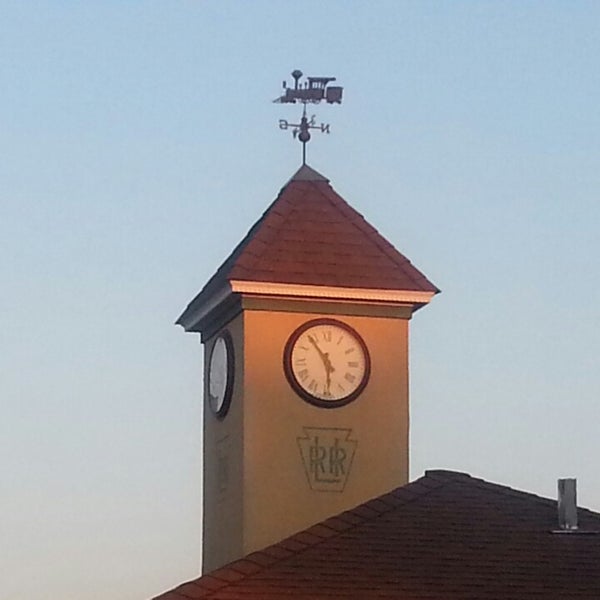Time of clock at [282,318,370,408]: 5:54
